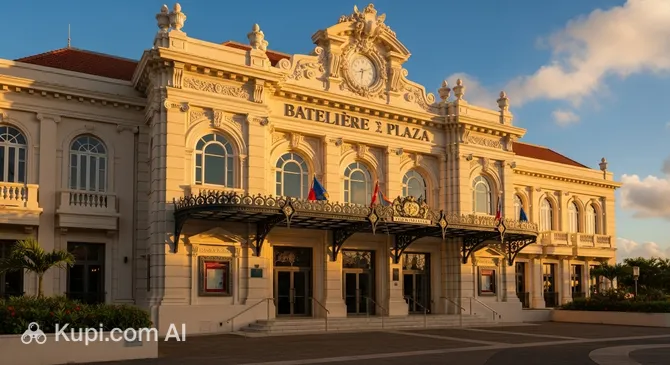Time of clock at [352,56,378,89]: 6:11
